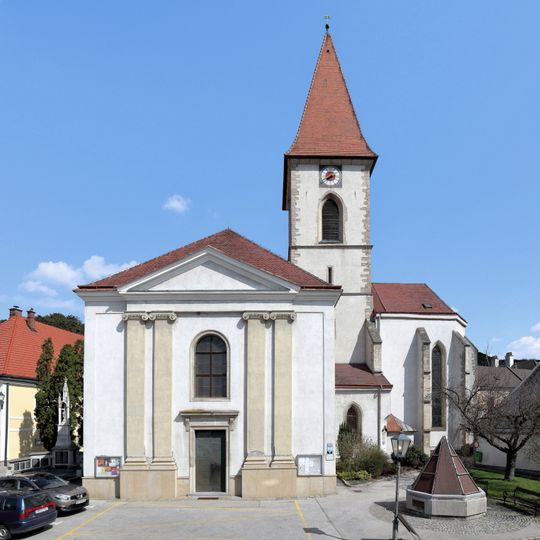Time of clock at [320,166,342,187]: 7:40
